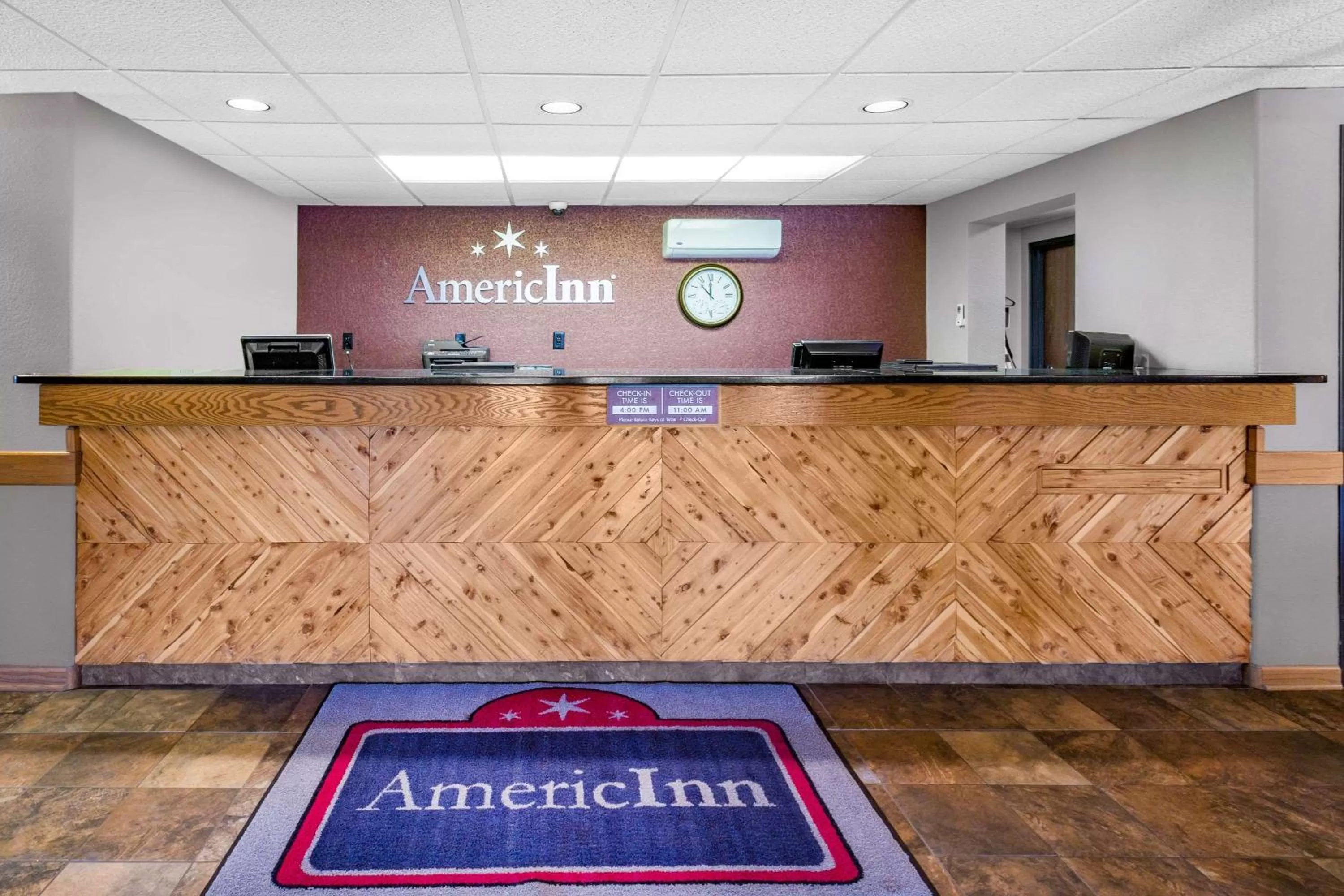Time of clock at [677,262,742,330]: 11:52
